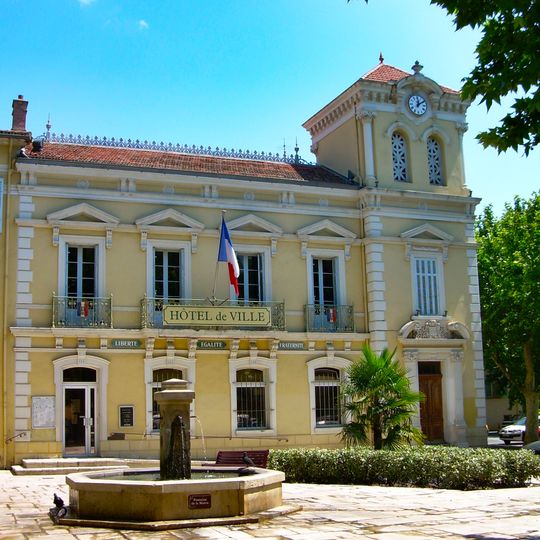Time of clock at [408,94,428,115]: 12:09
